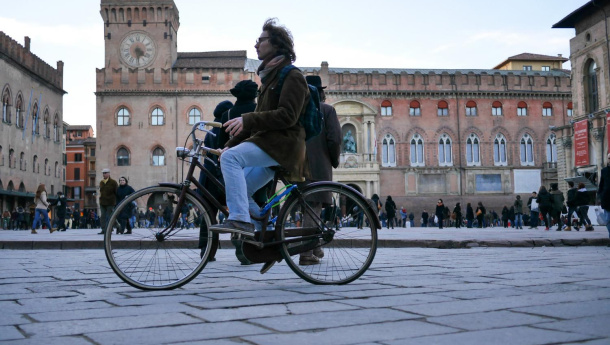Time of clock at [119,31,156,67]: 4:29
